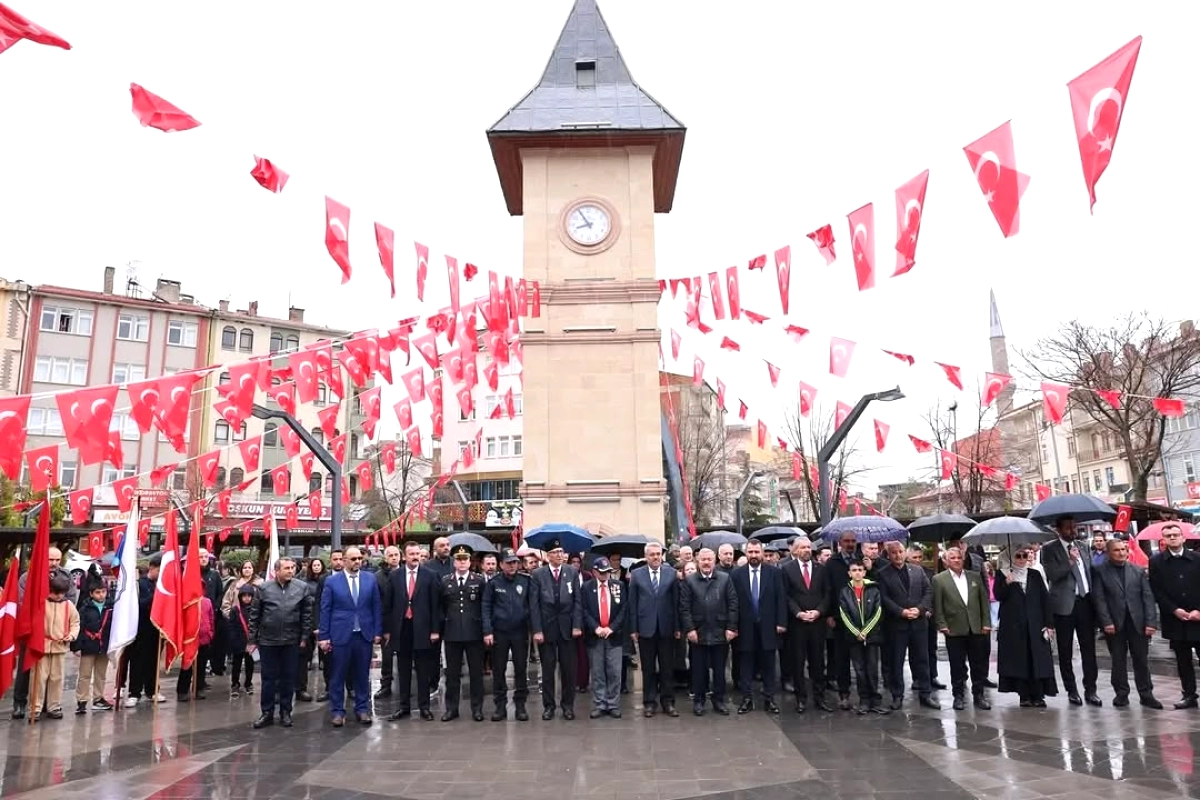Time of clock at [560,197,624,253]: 8:54
